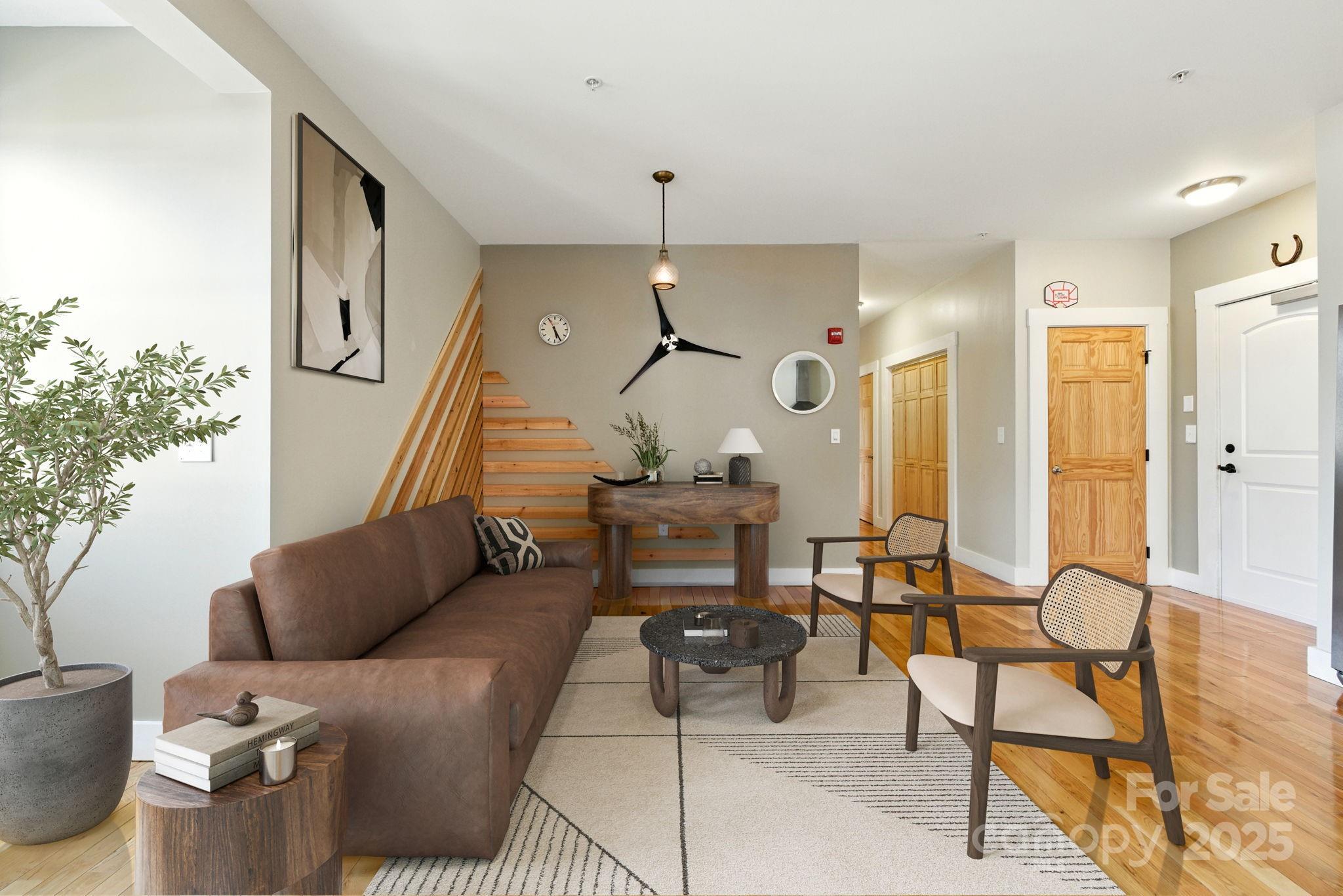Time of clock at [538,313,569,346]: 5:24
